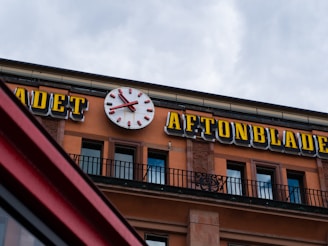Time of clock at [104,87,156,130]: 10:41
